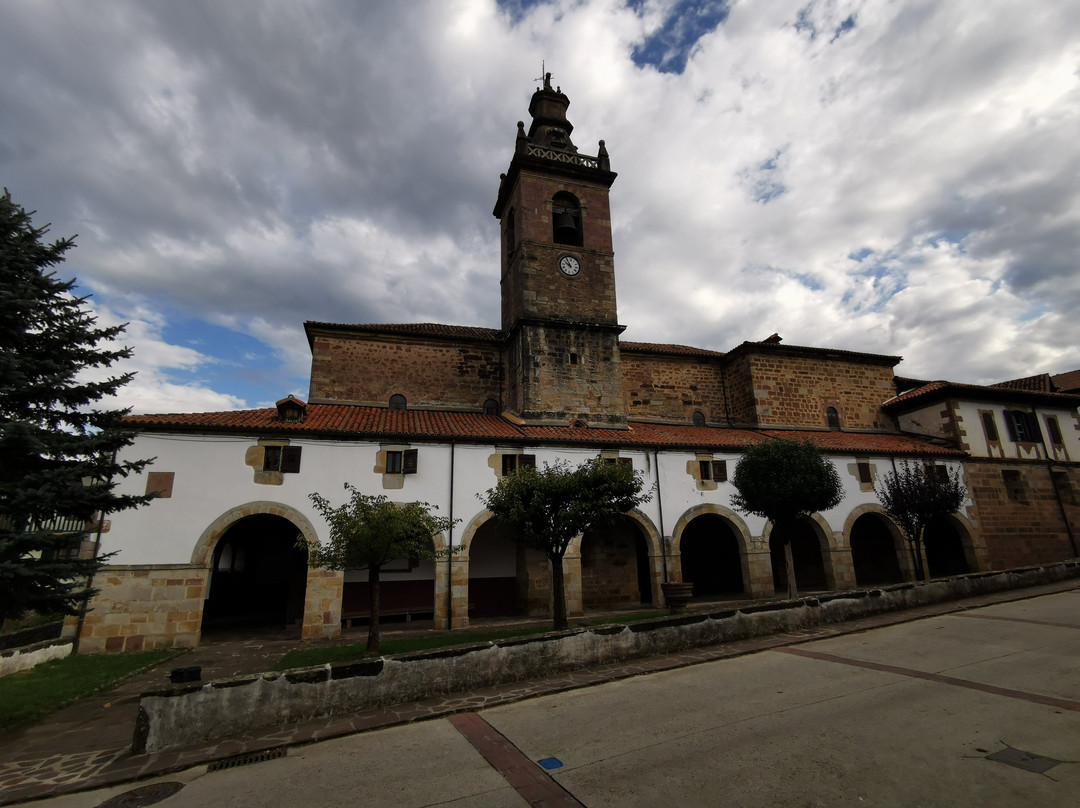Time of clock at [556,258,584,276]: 9:54
